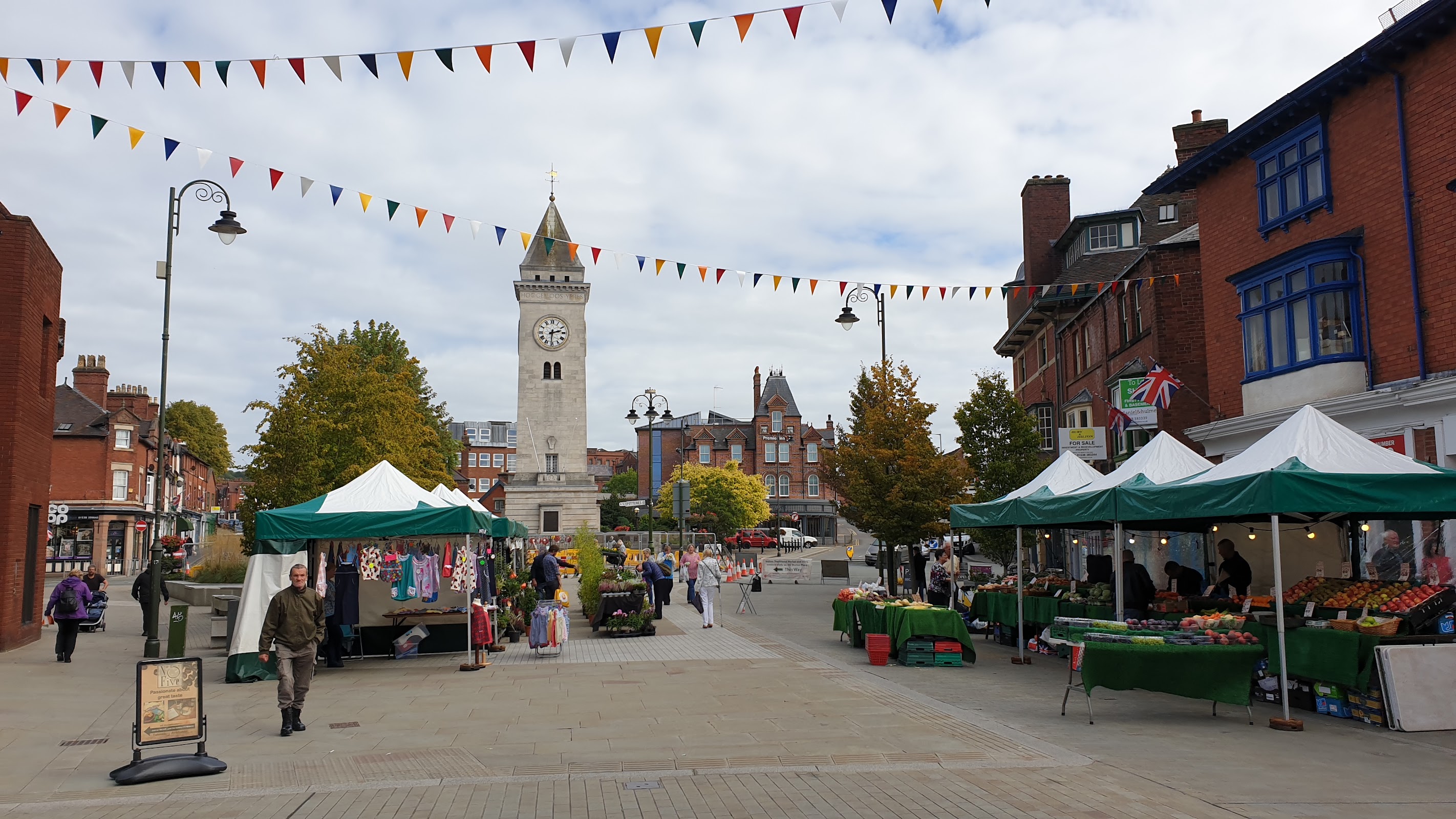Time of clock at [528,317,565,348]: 2:30
